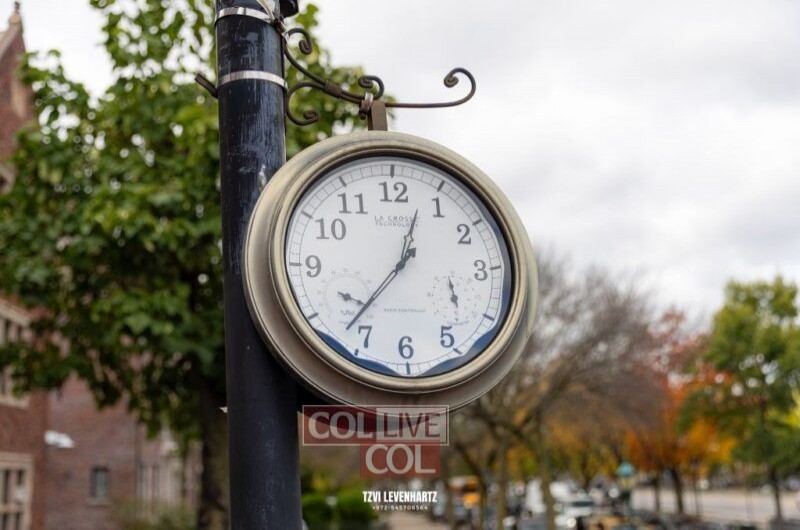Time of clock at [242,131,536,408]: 12:37
